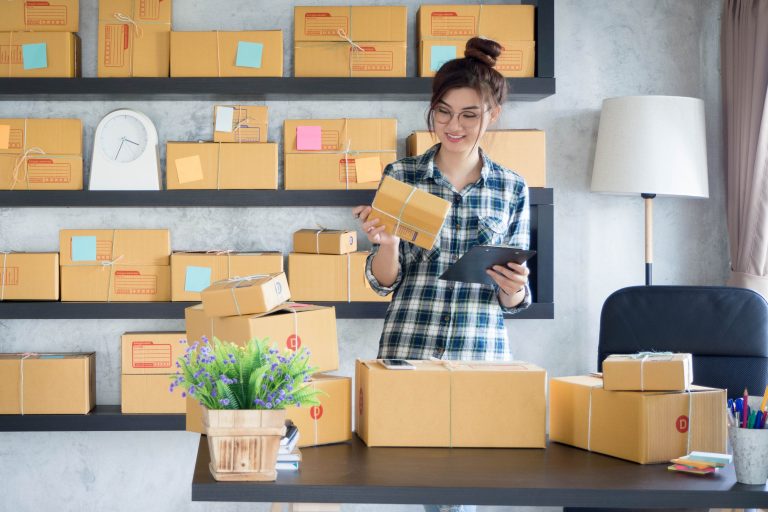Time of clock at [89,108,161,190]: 3:34
